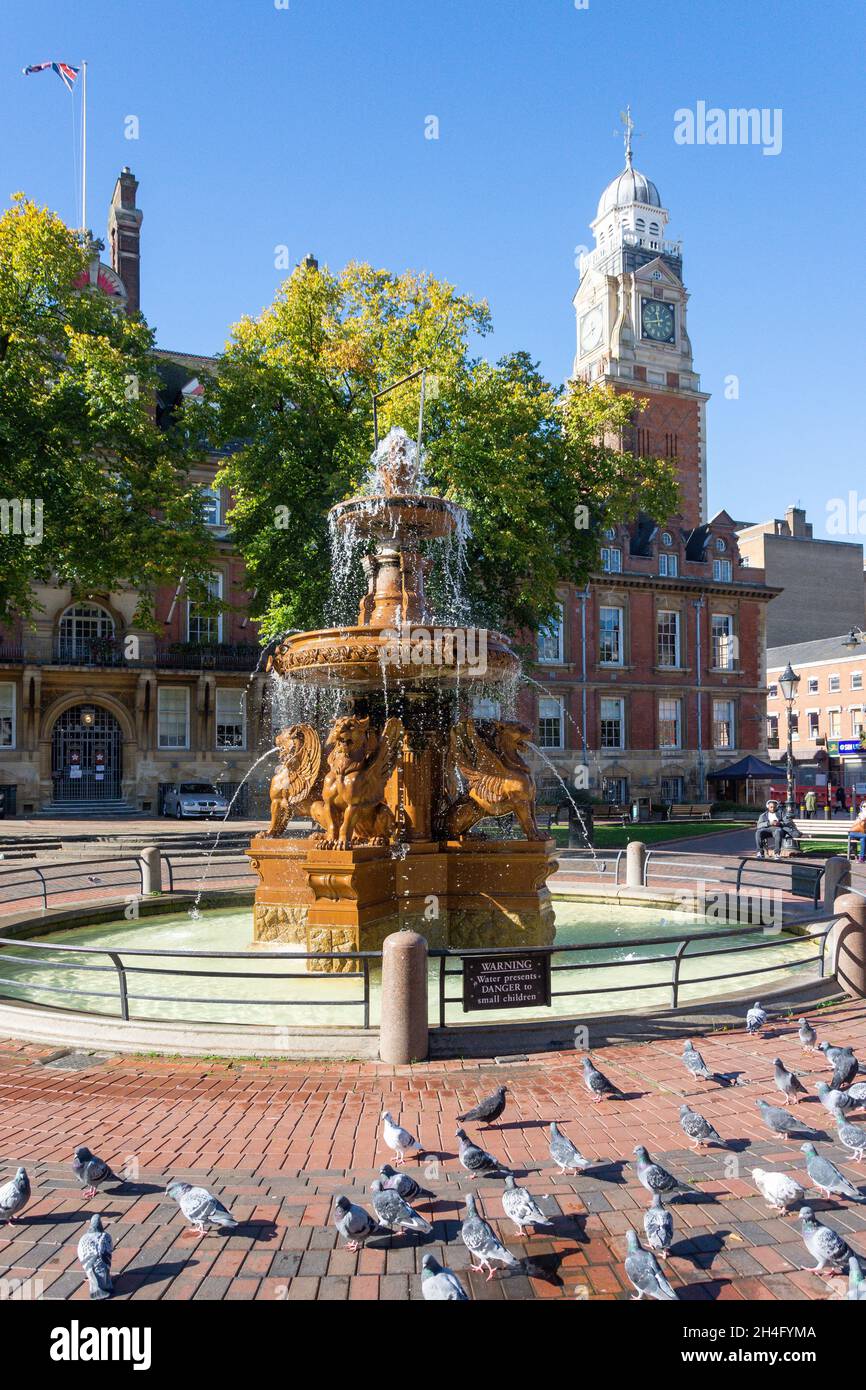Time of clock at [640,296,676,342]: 11:42
